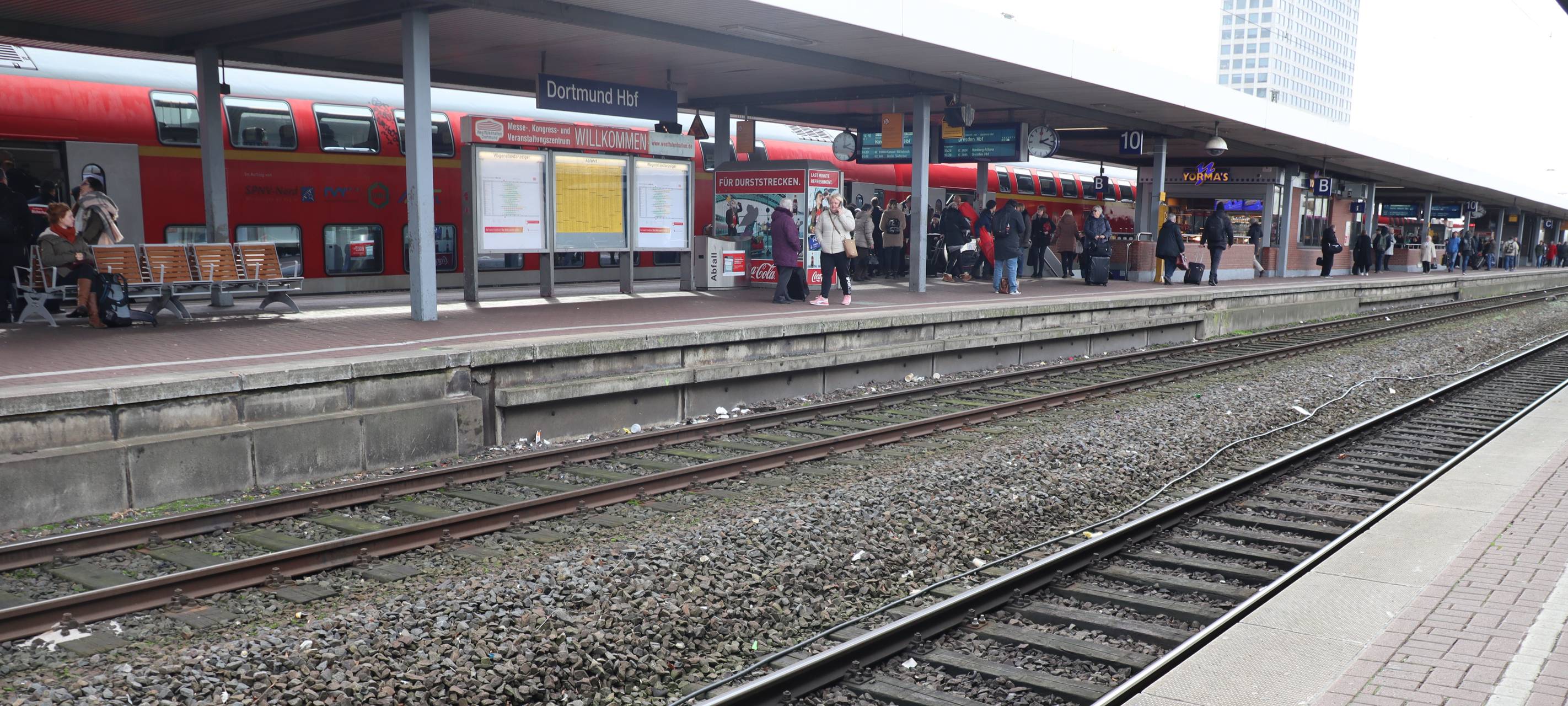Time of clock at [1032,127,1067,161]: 2:18
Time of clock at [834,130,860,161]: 2:18
